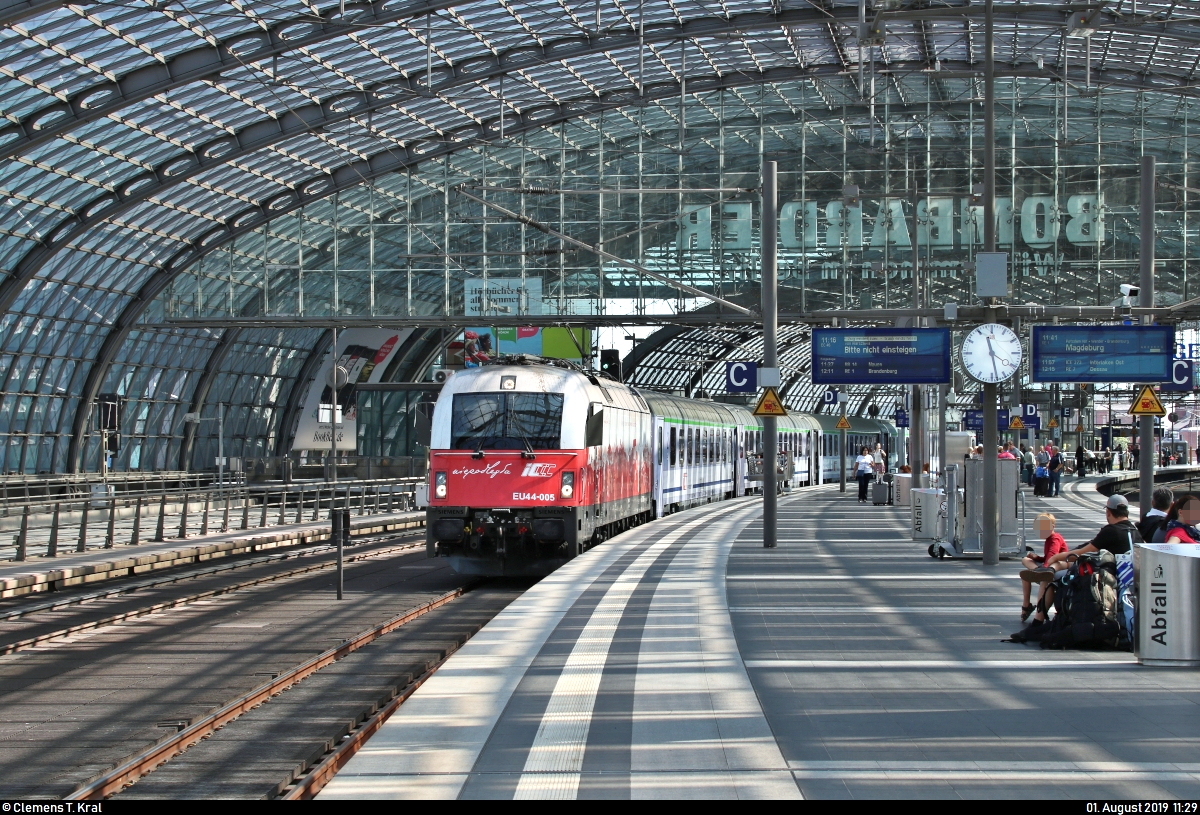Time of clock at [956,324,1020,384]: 11:28
